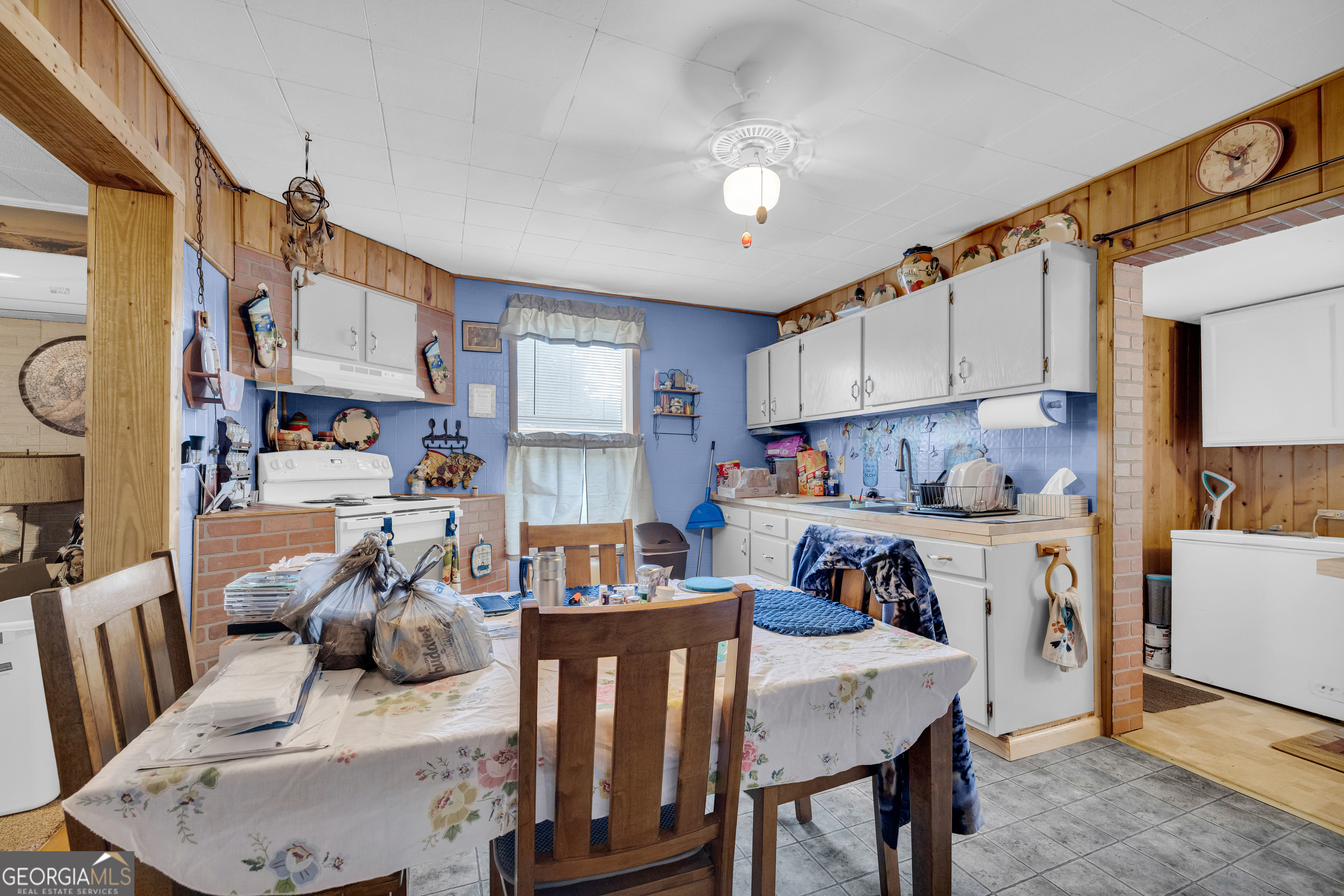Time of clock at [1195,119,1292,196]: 1:52
